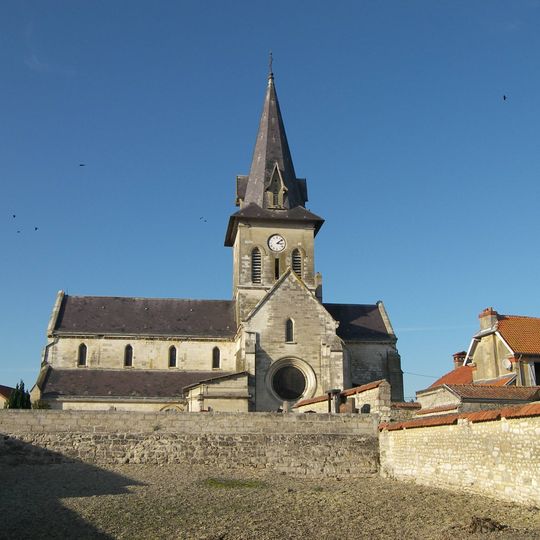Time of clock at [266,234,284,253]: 3:08
